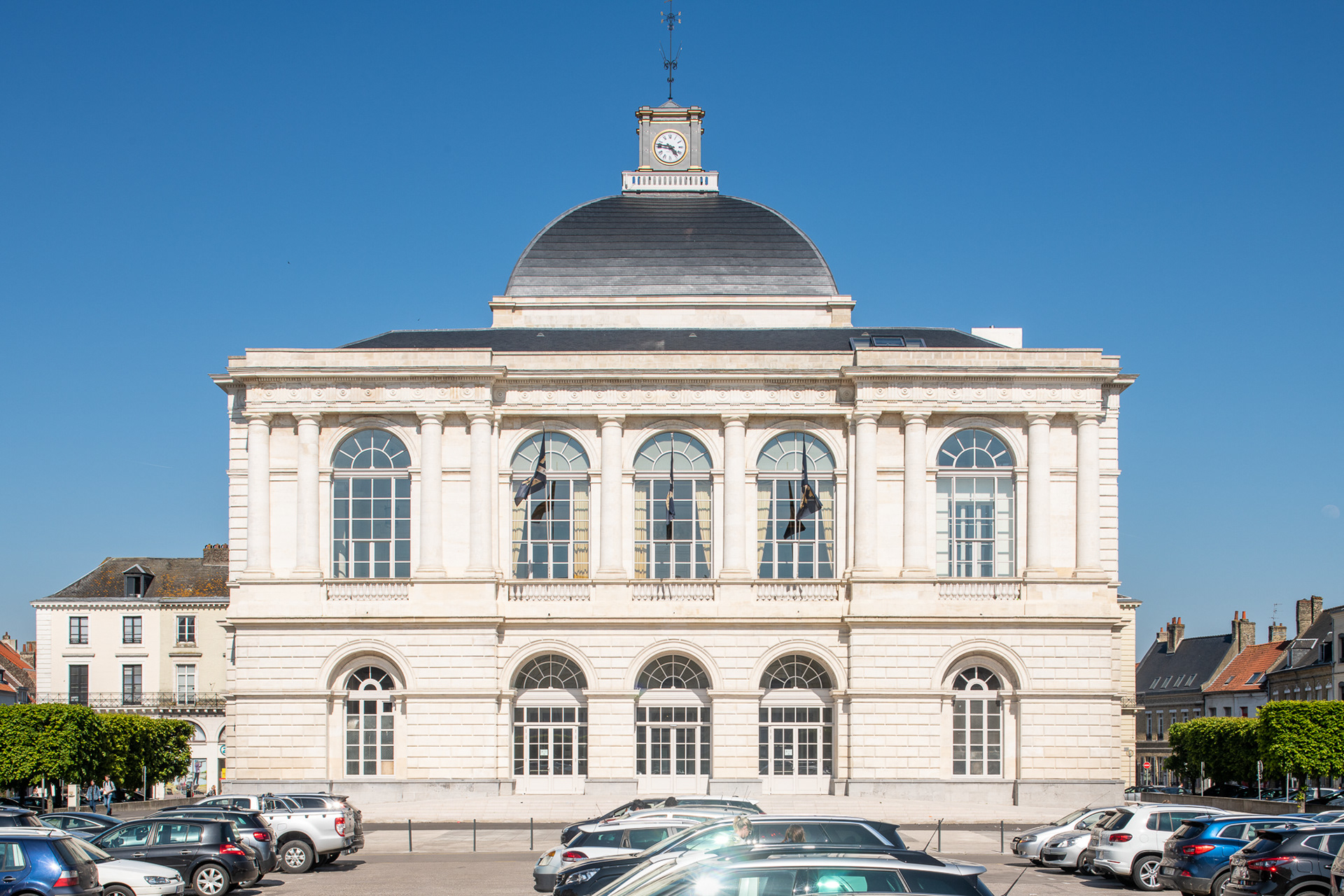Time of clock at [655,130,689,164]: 4:46
